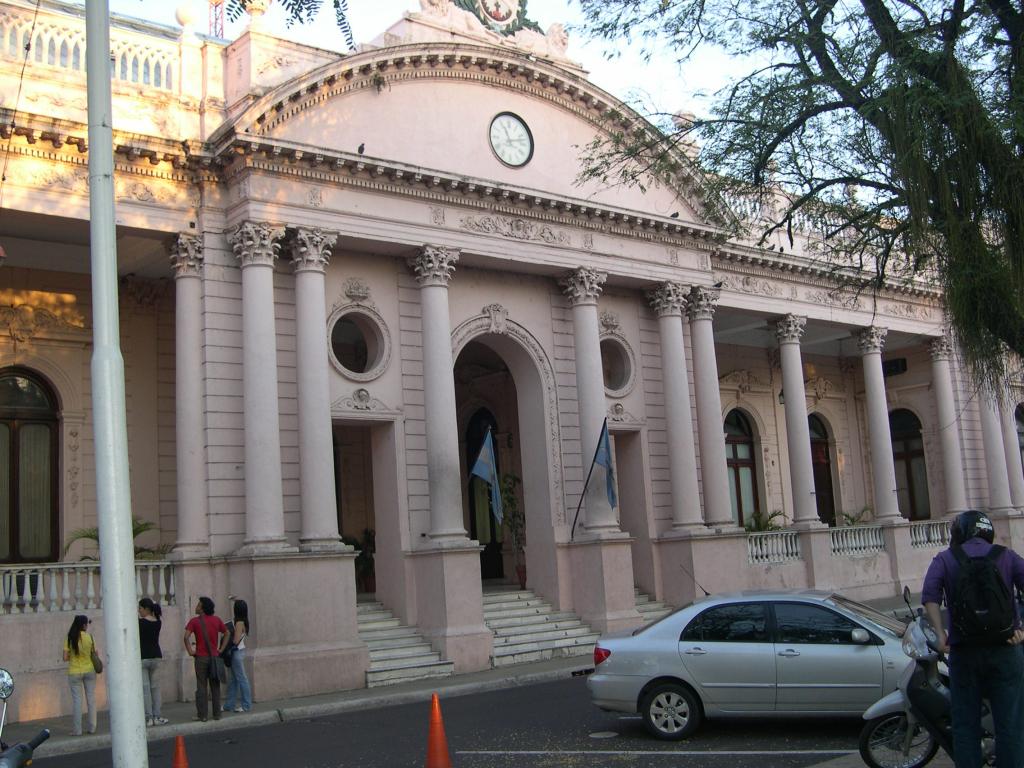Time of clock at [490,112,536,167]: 11:12
